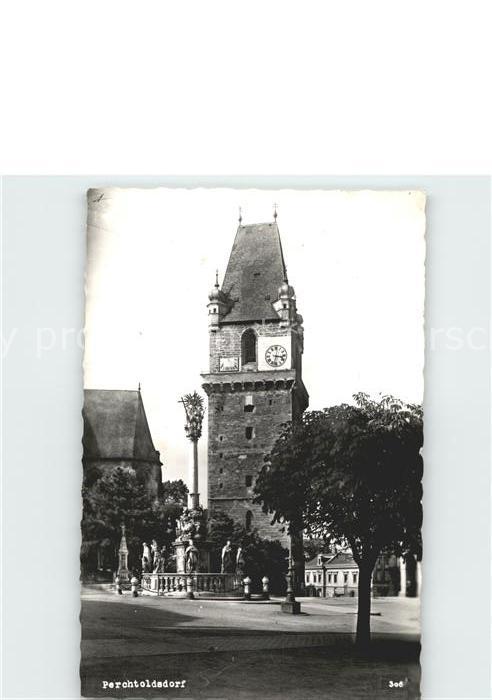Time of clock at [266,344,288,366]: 3:32
